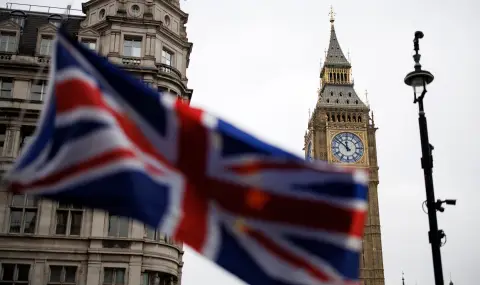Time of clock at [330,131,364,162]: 11:51
